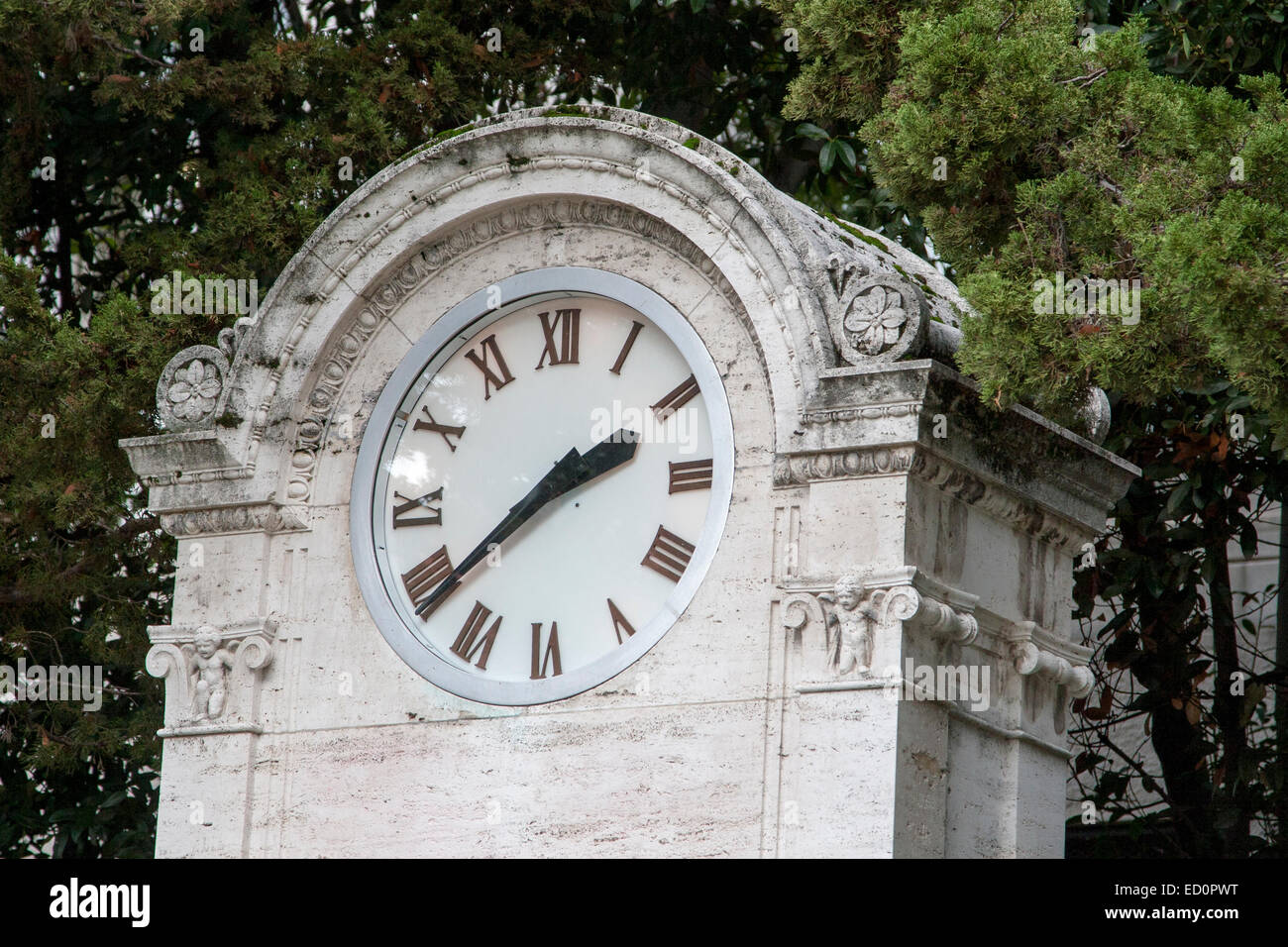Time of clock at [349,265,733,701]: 2:38
